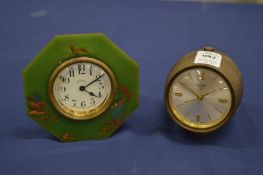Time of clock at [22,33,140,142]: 4:09
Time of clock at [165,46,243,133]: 1:50
